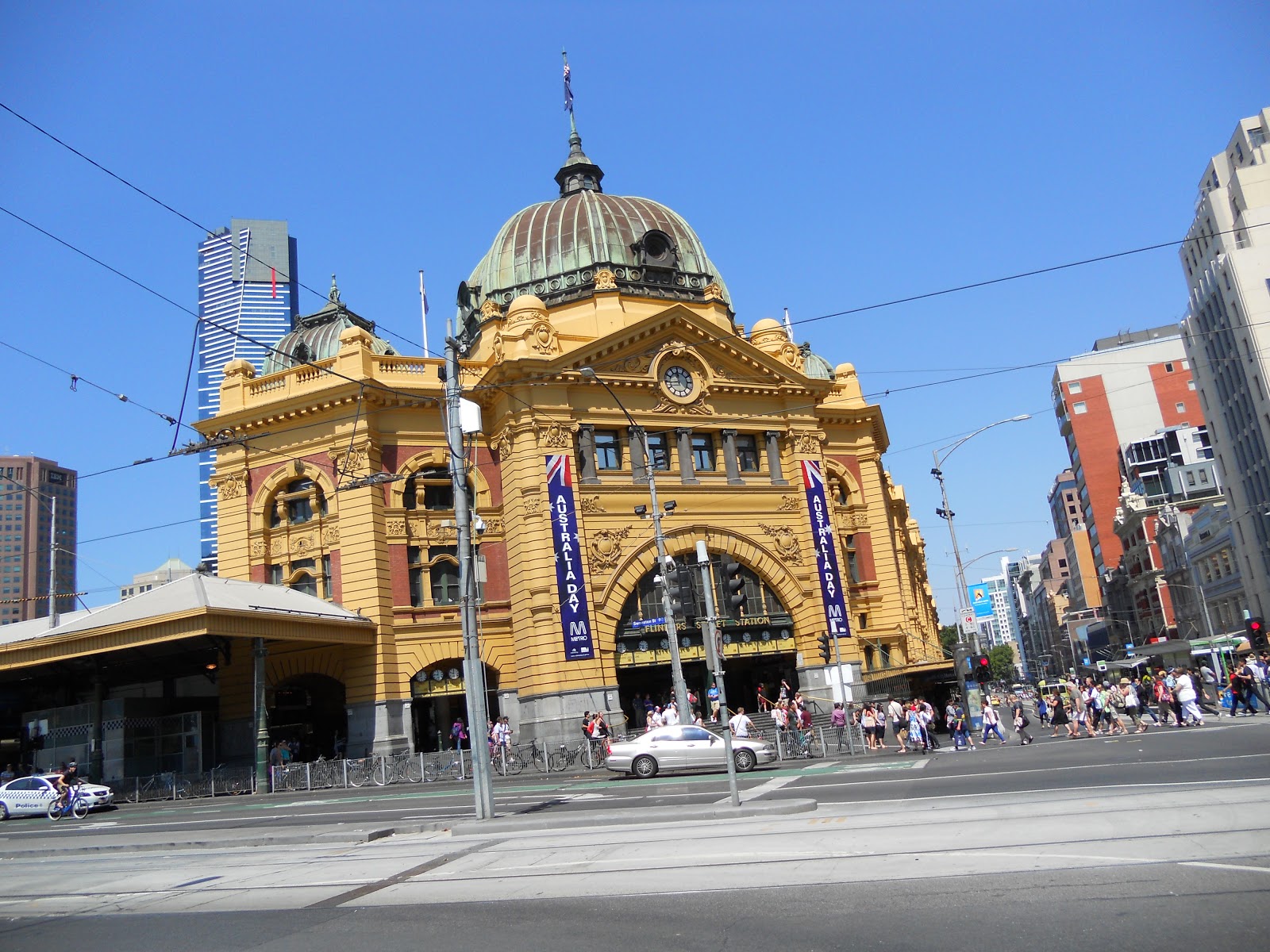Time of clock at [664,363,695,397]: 11:44
